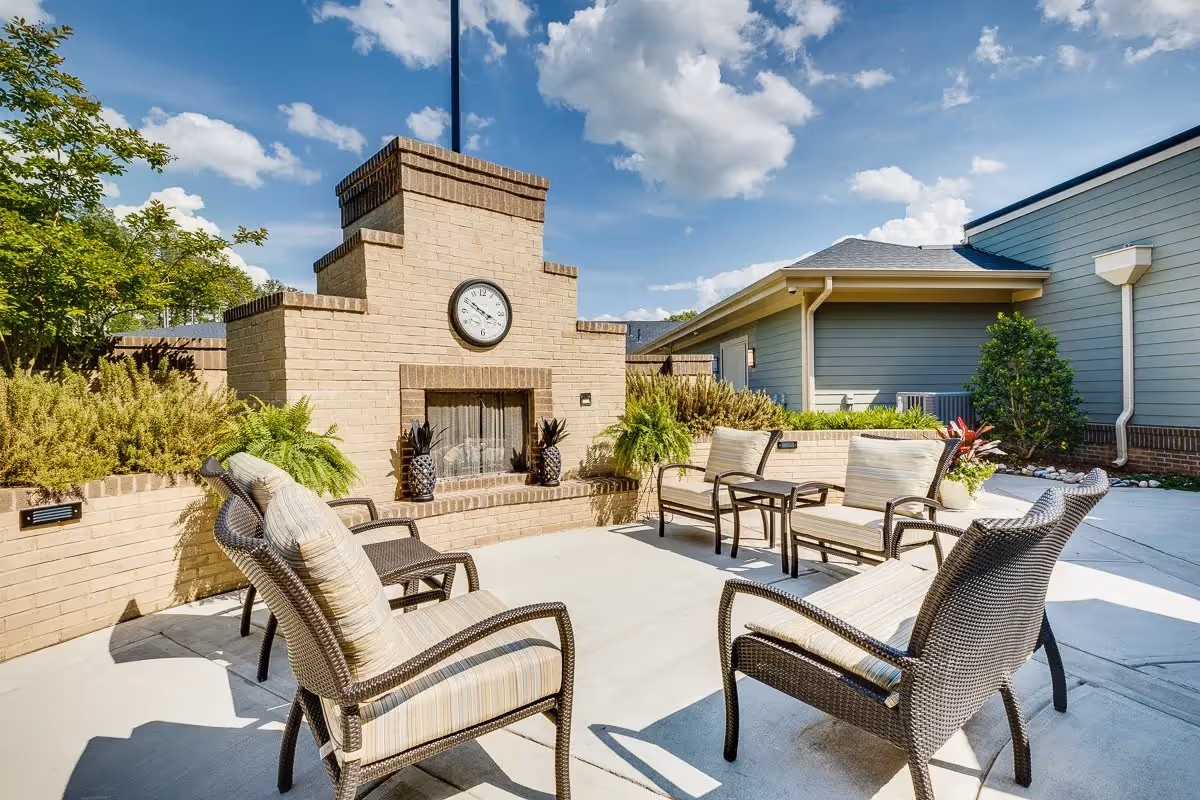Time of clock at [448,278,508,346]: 3:50
